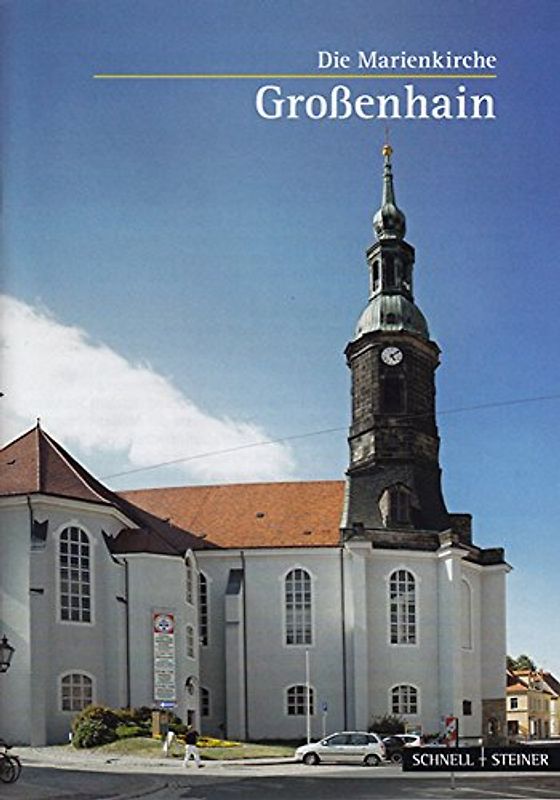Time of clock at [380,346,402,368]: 5:08
